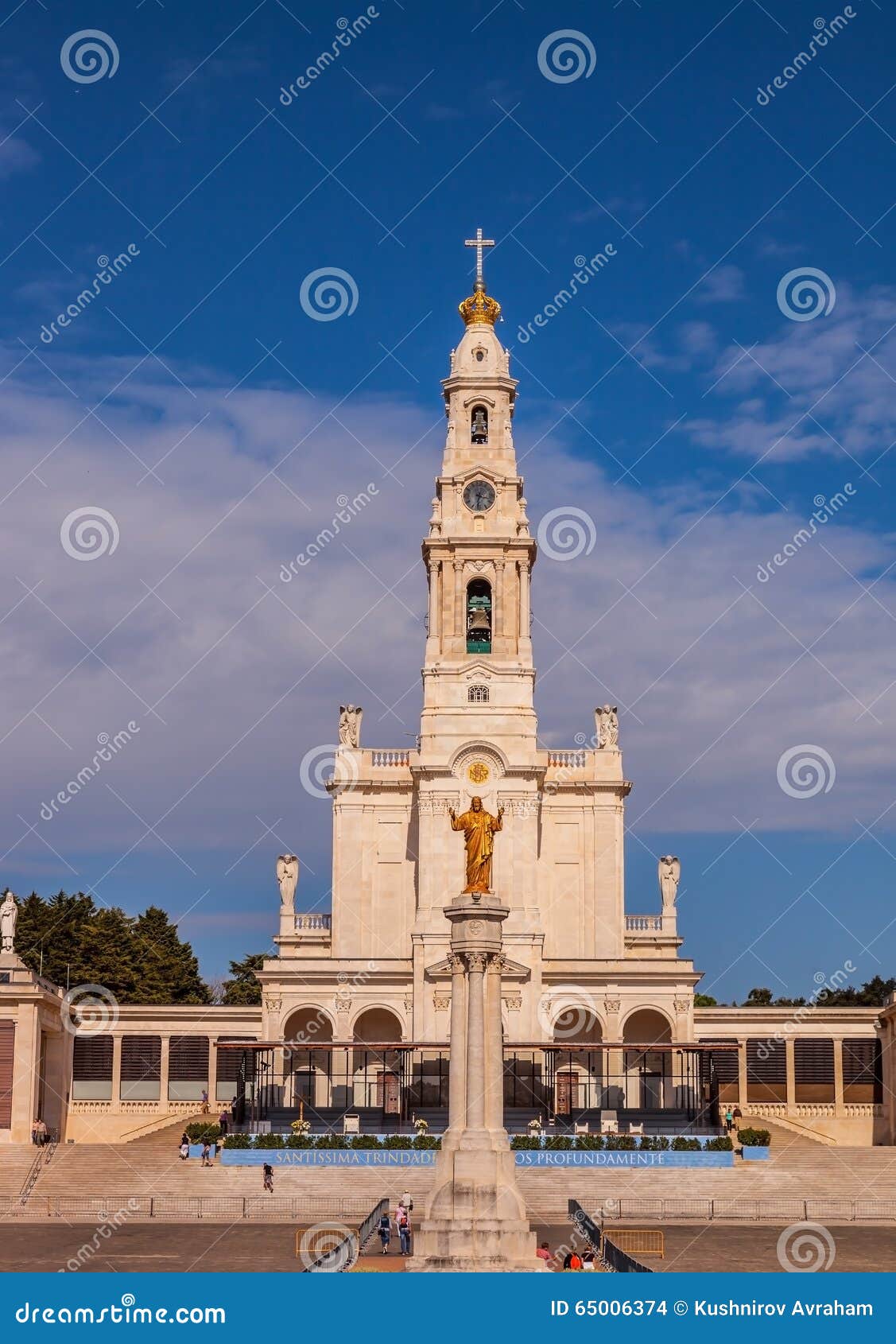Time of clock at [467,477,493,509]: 3:32
